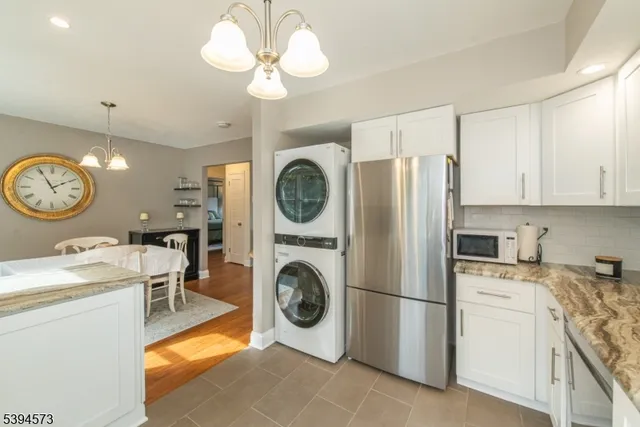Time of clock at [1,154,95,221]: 1:55
